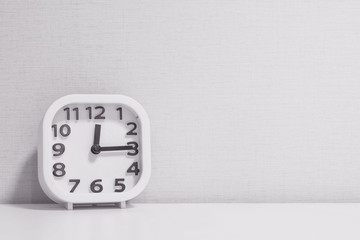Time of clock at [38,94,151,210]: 12:14
